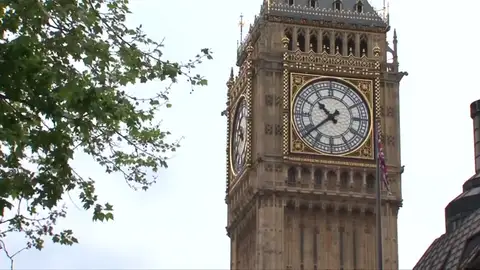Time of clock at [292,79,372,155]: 10:38
